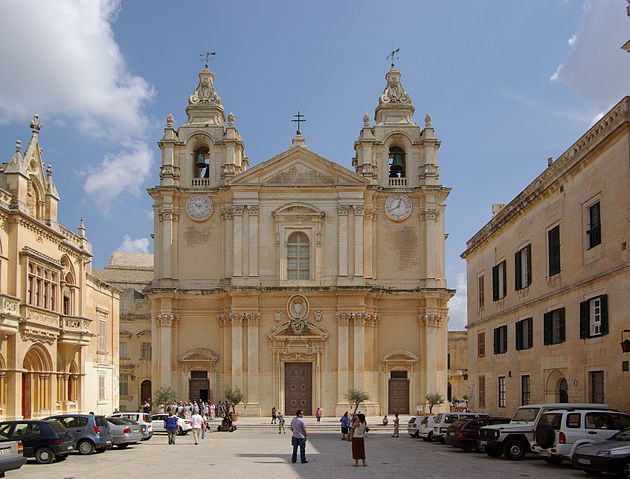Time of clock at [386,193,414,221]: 12:40
